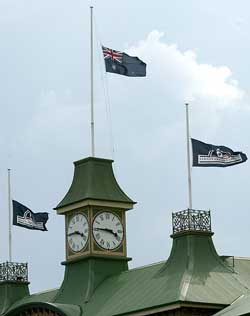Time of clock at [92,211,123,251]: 3:45
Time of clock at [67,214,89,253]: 3:45
